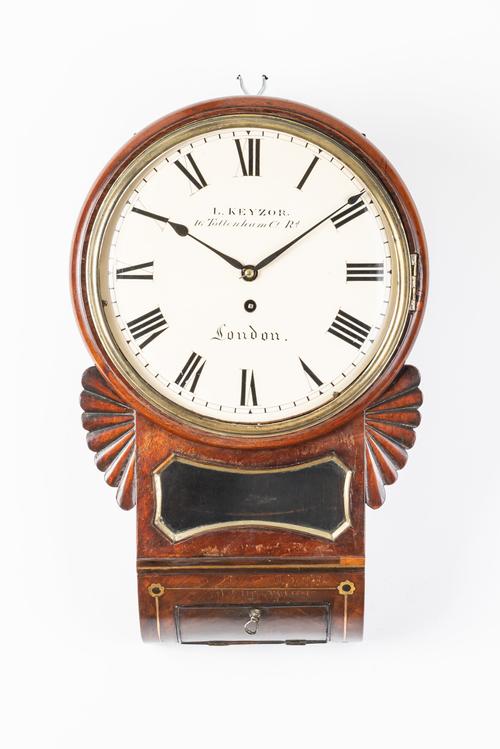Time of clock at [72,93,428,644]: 1:50
